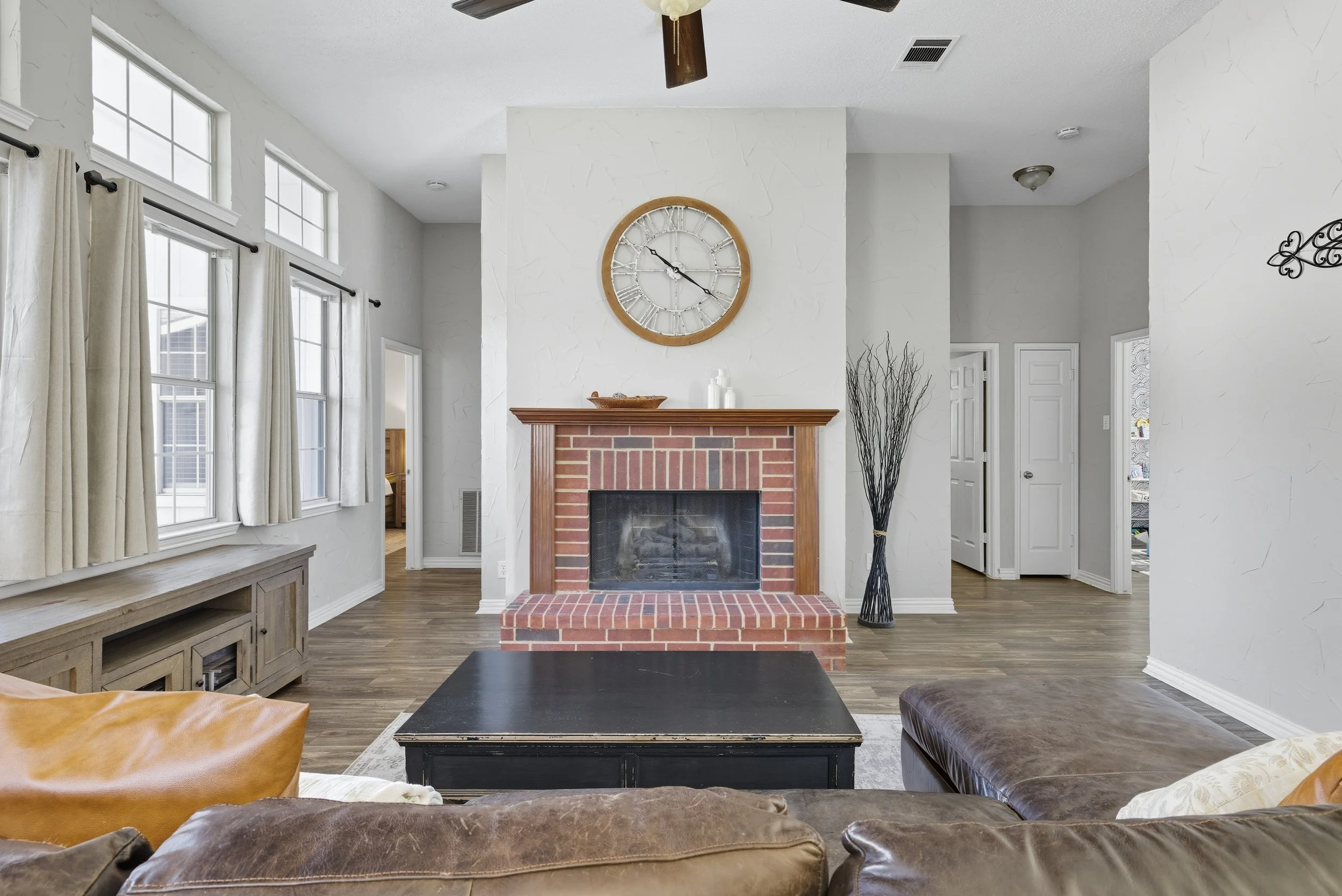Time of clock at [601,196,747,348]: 10:20
